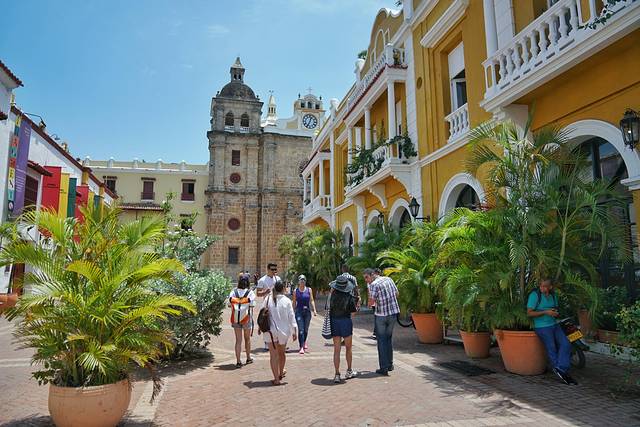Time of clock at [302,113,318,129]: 12:34
